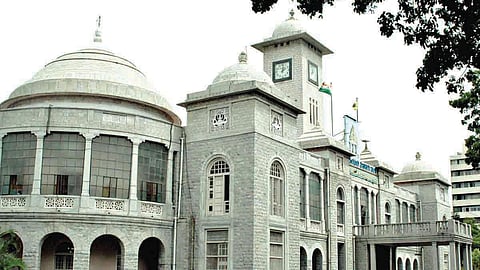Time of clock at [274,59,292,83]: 2:01
